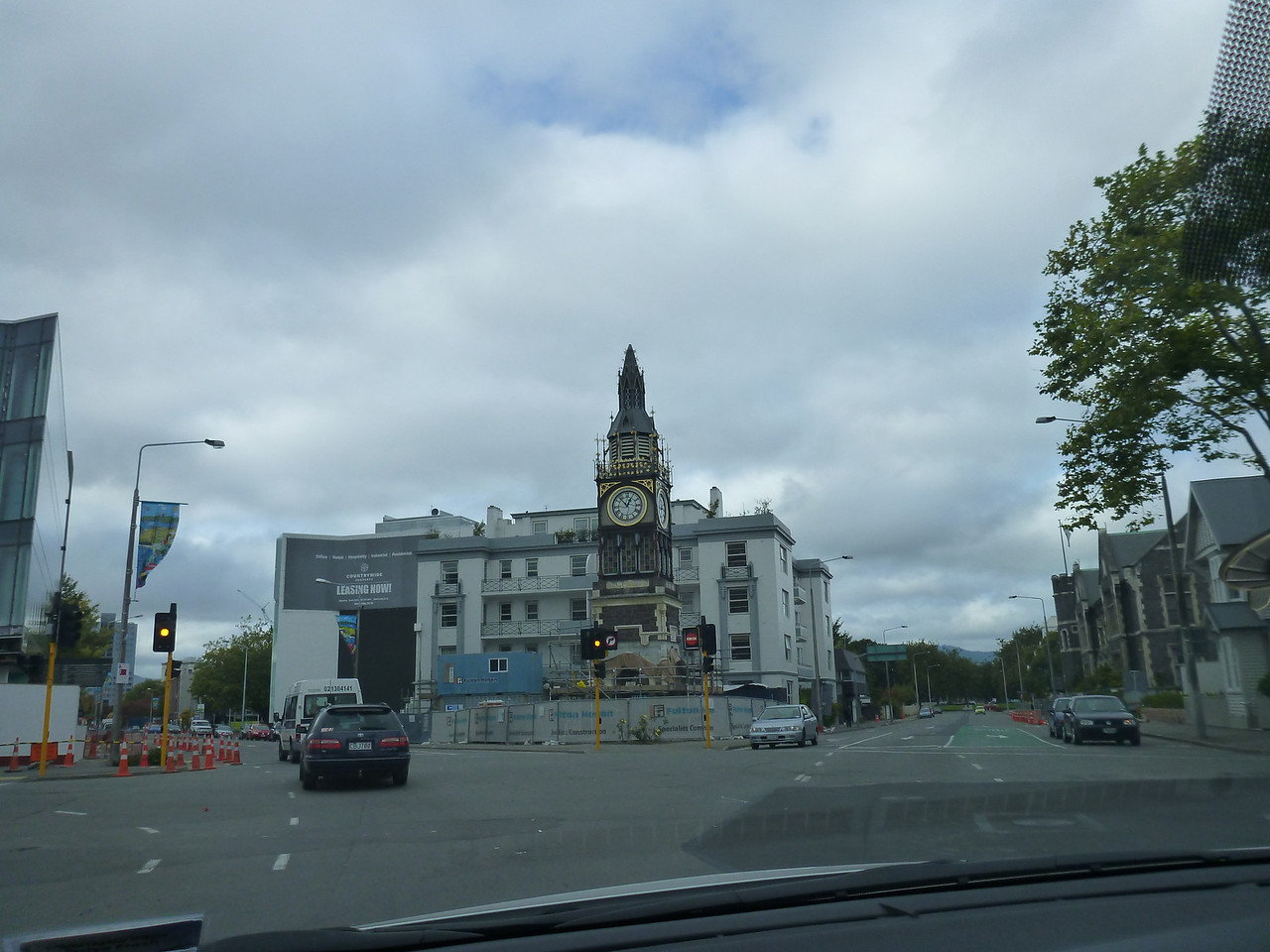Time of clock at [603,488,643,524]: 12:52
